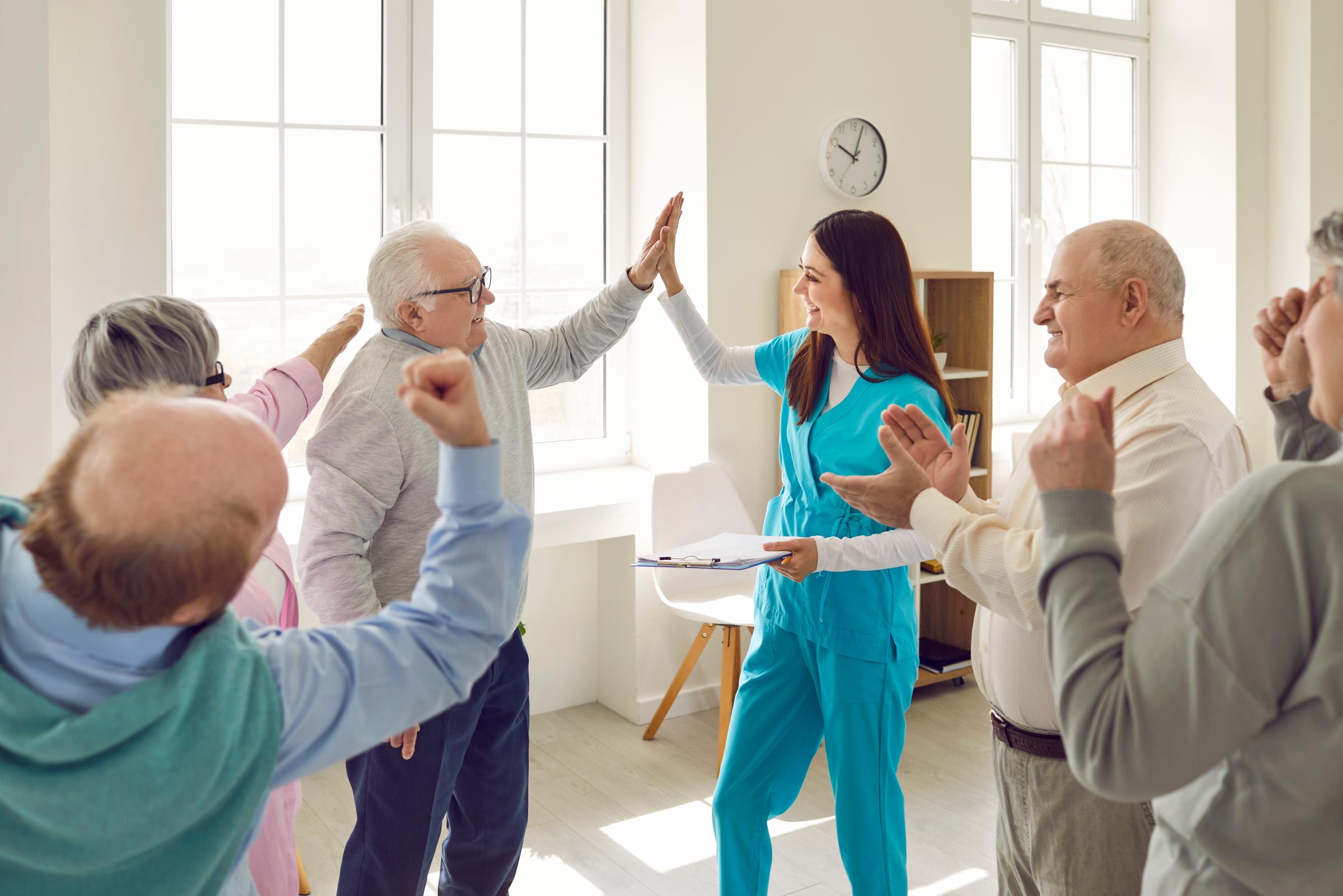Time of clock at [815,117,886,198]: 10:03
